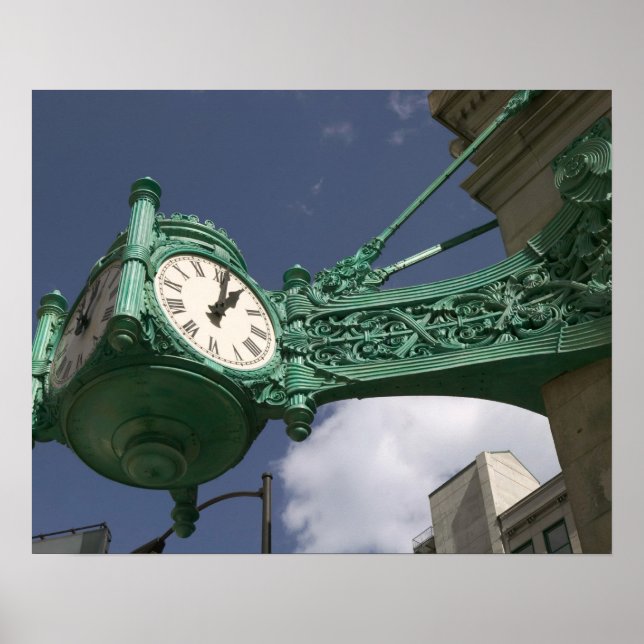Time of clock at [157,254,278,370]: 1:01
